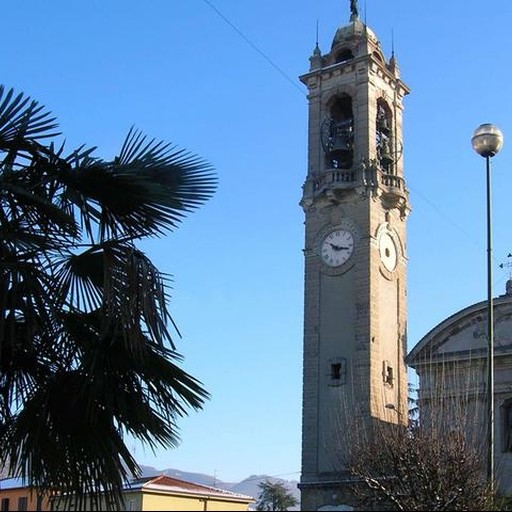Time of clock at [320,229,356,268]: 10:17
